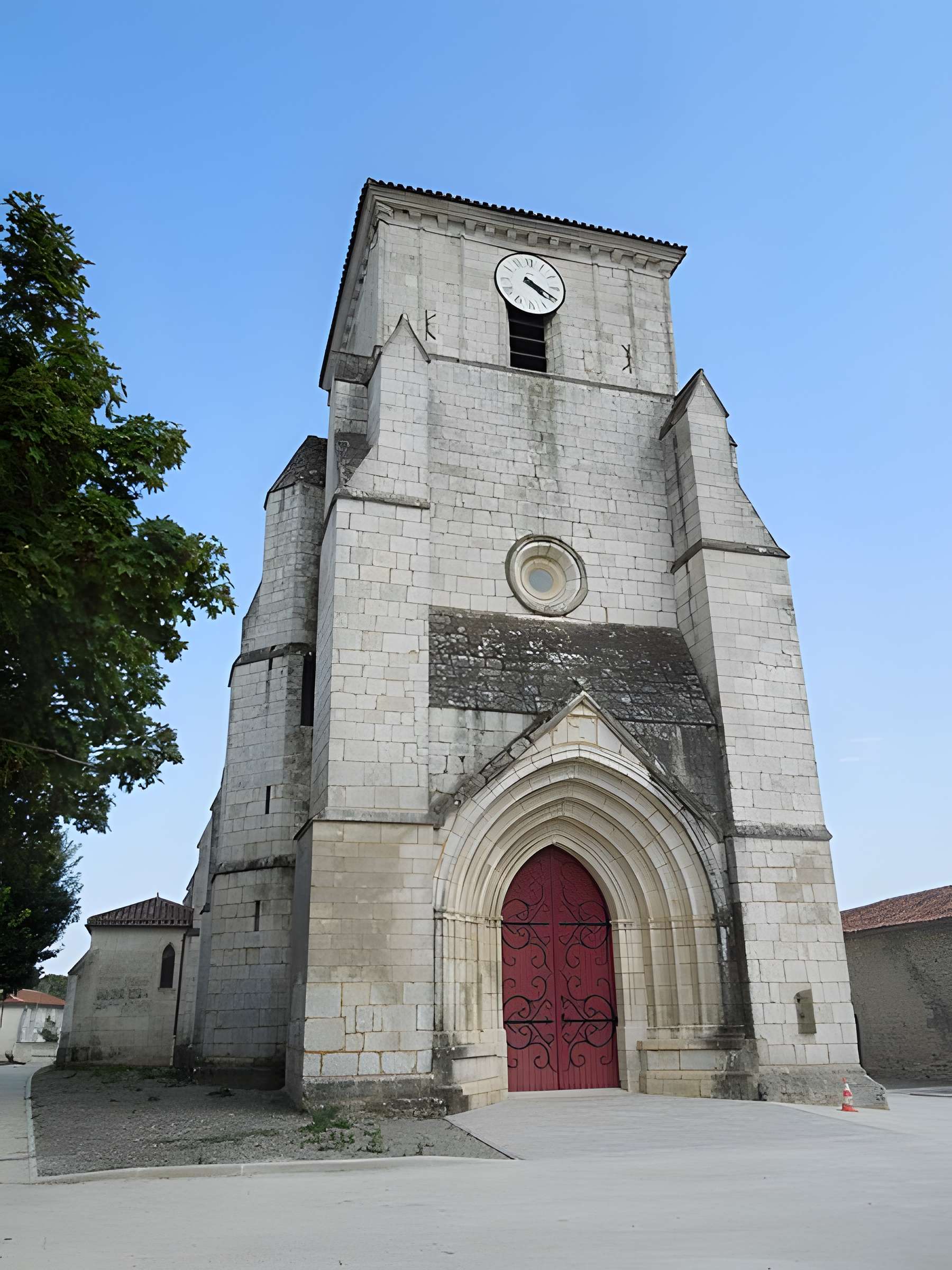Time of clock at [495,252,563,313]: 4:19
